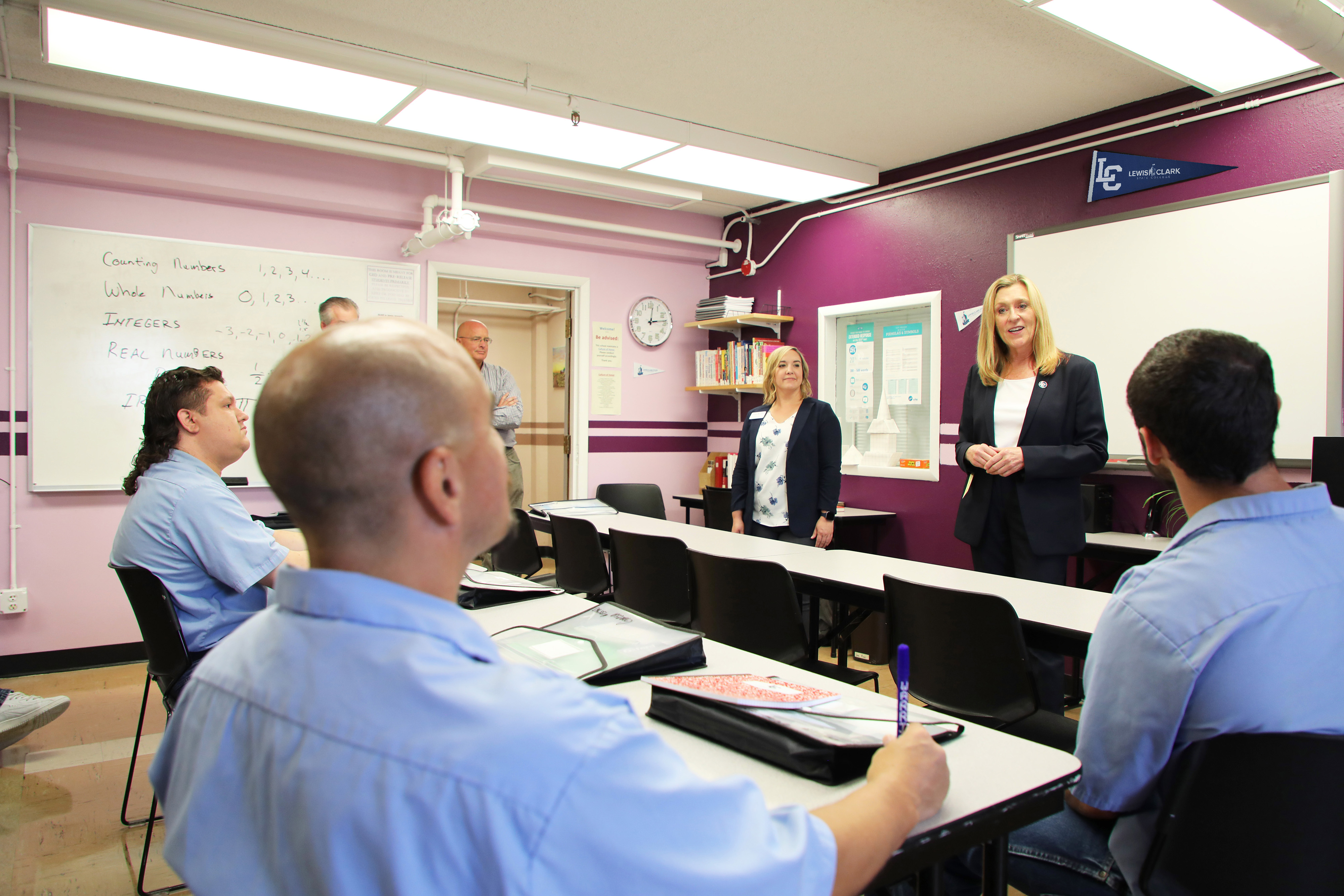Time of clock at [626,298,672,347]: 12:13
